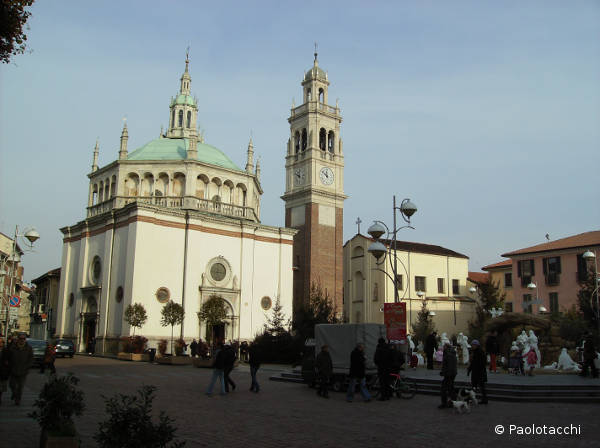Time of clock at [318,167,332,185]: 11:52
